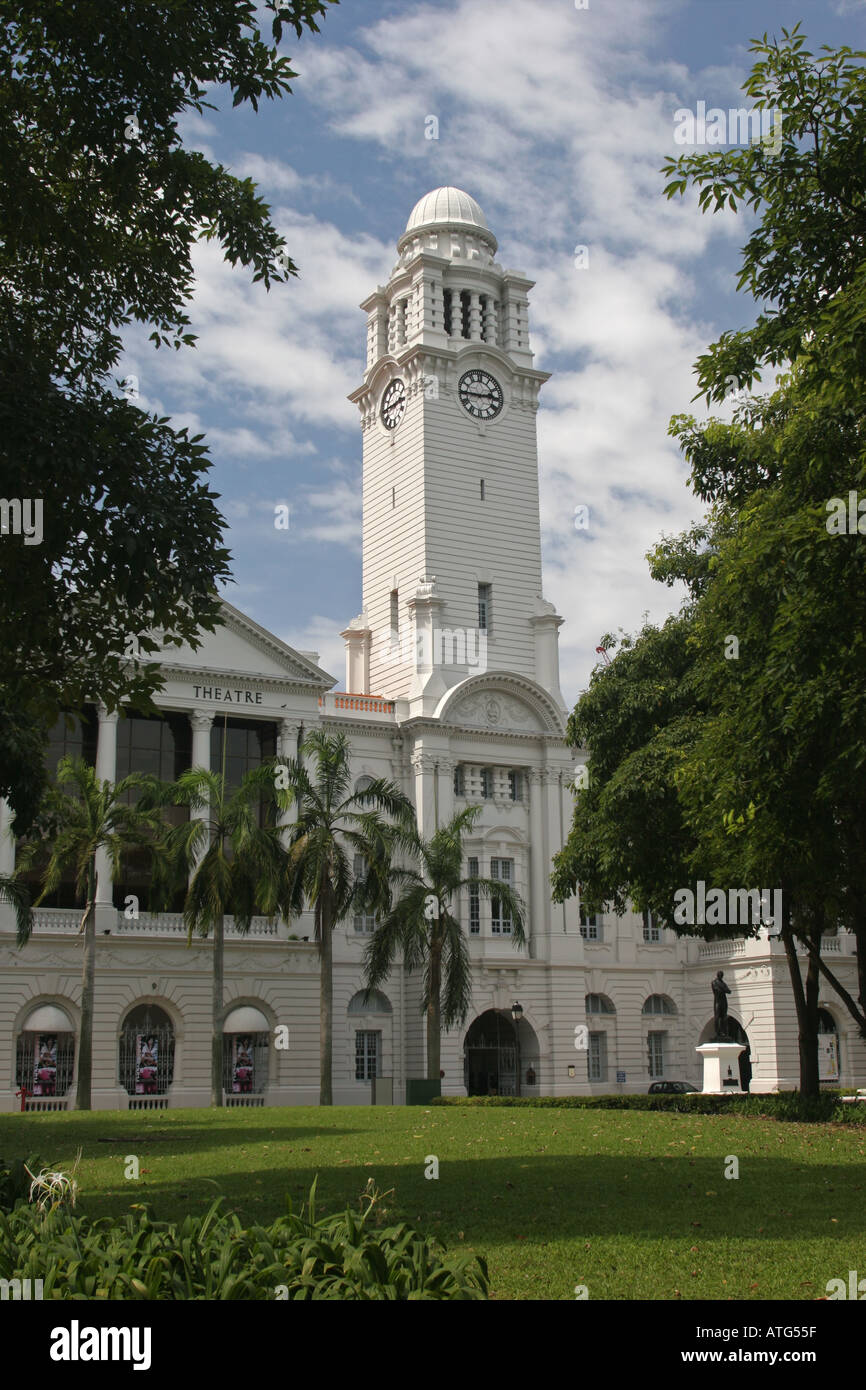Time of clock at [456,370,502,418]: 2:44
